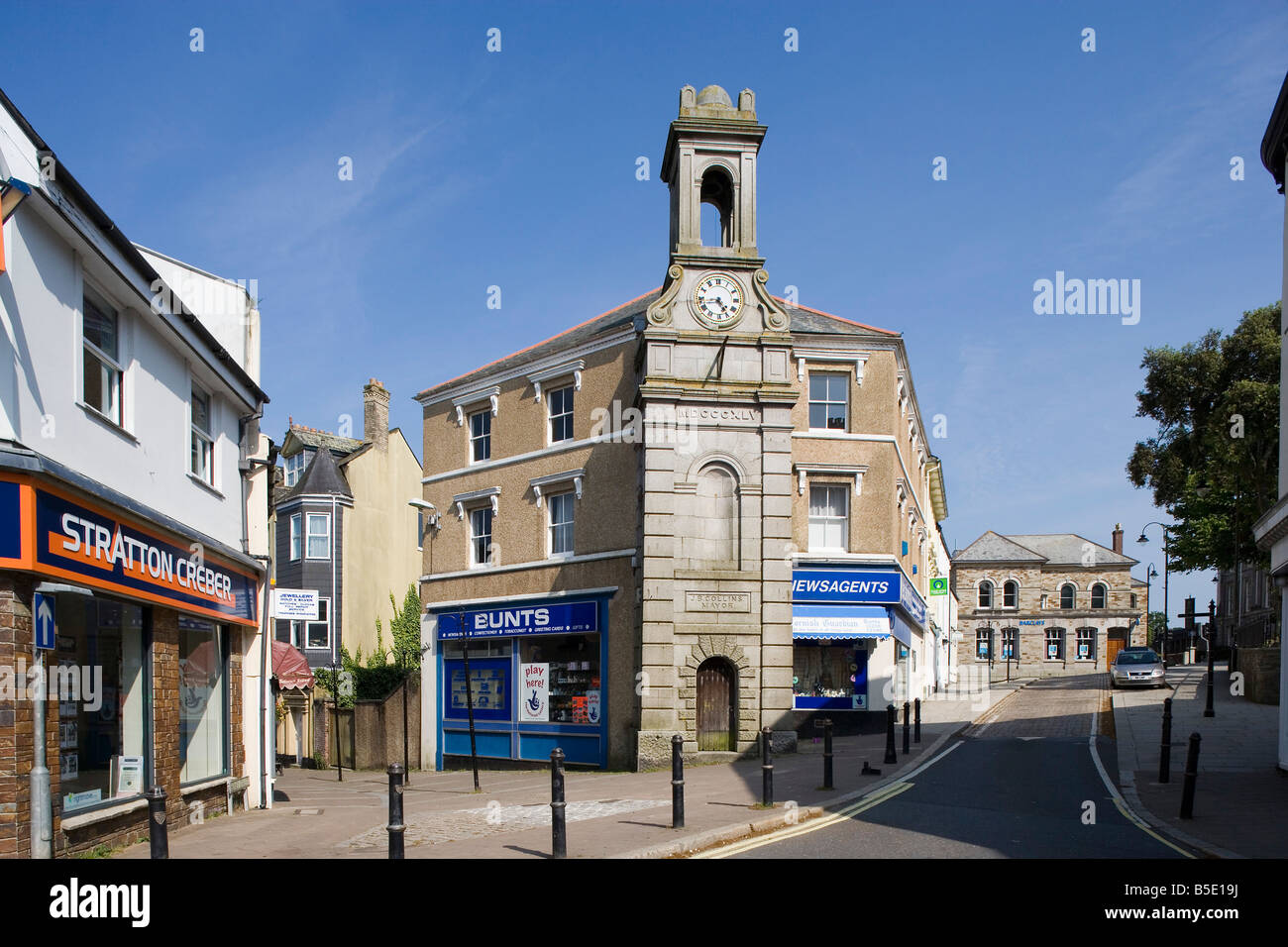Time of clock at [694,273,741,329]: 4:43
